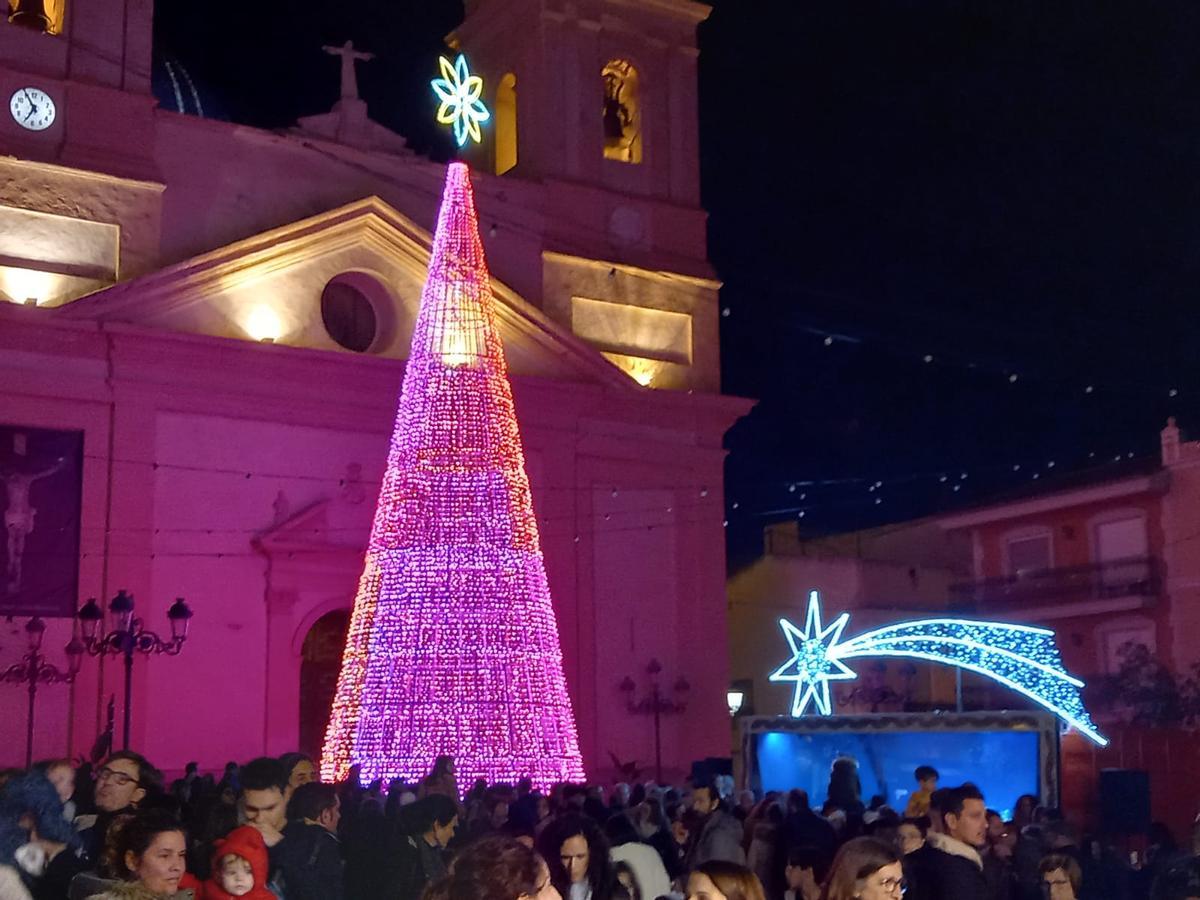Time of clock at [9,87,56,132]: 6:55
